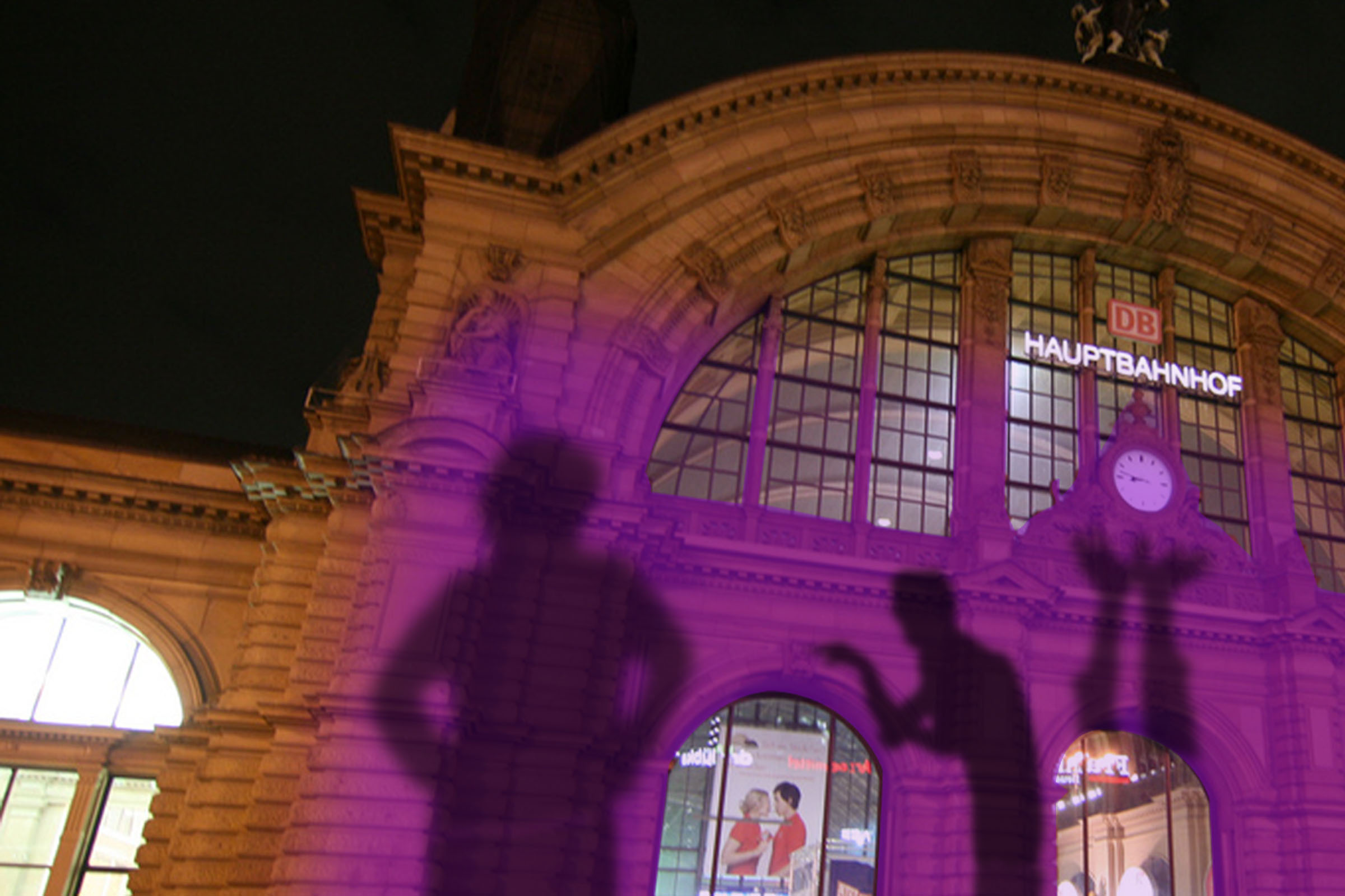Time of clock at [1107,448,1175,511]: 8:47
